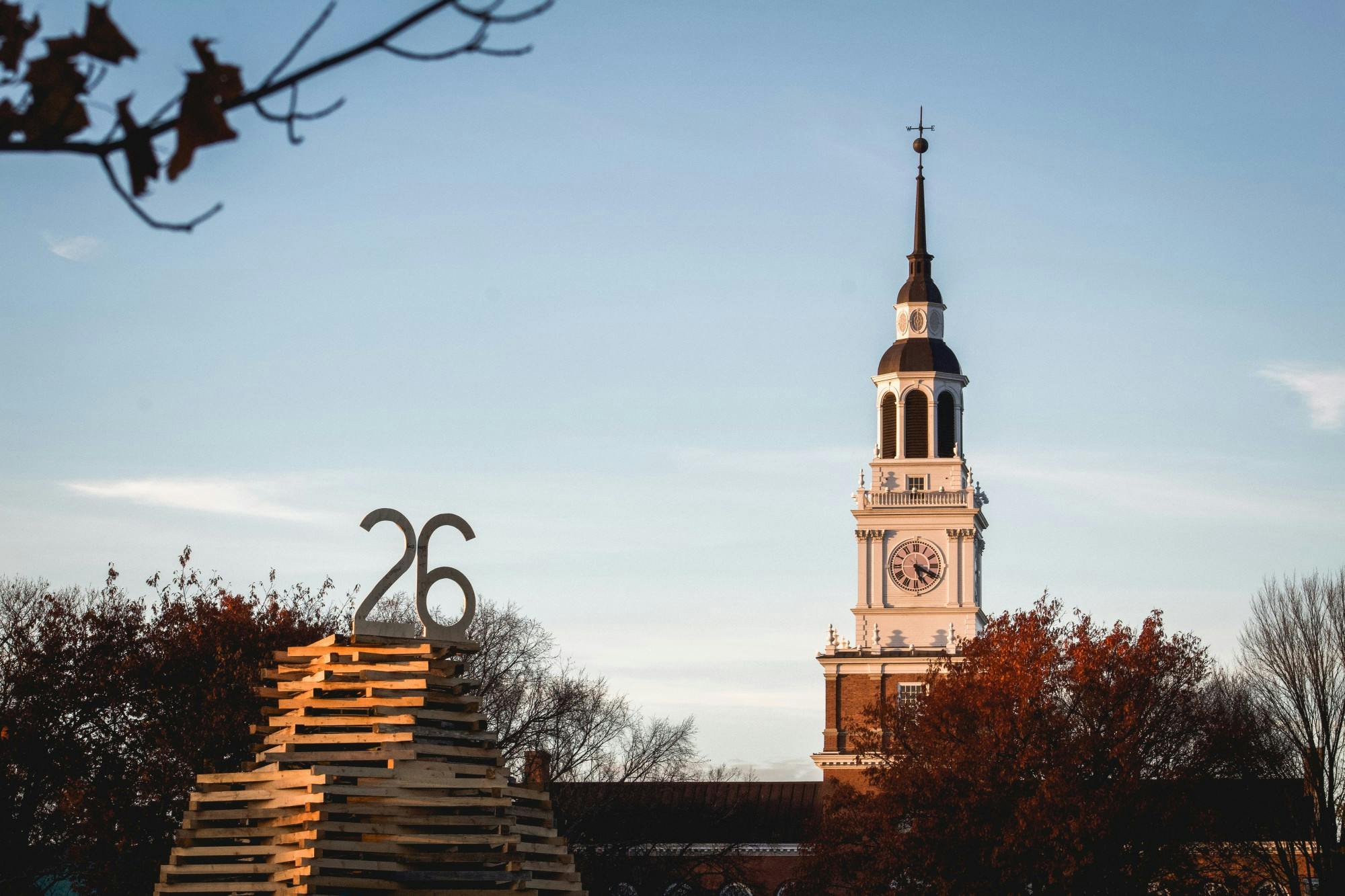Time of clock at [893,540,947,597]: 5:19
